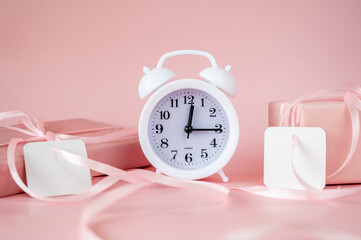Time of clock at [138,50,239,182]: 12:15
